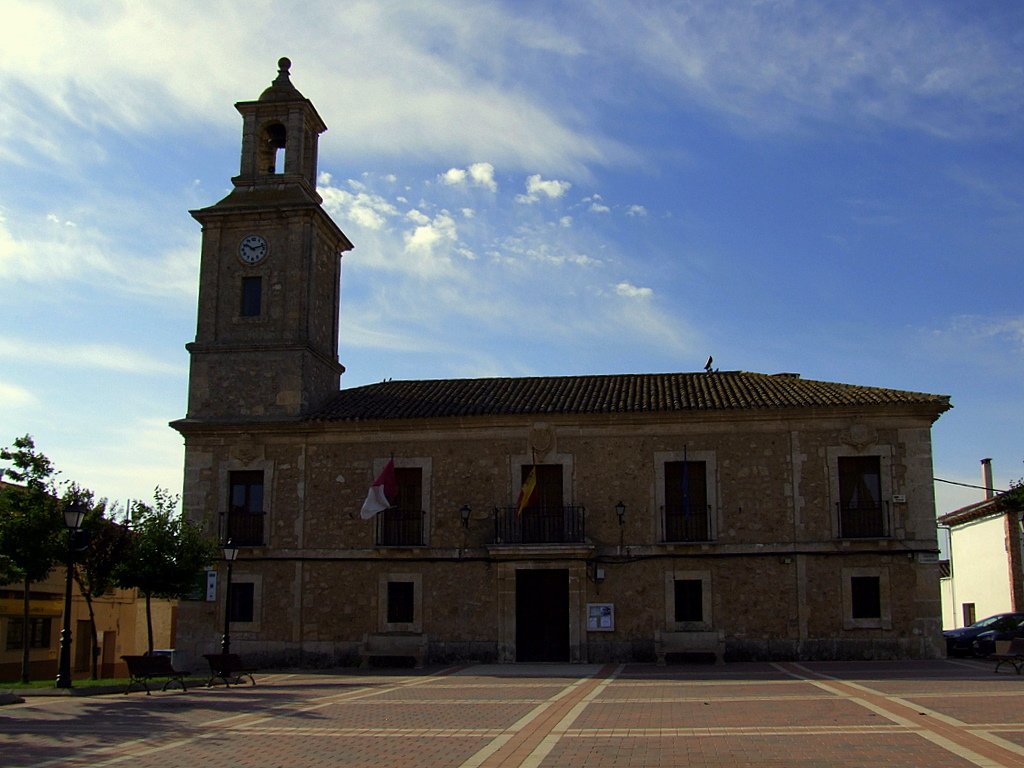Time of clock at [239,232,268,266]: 10:12
